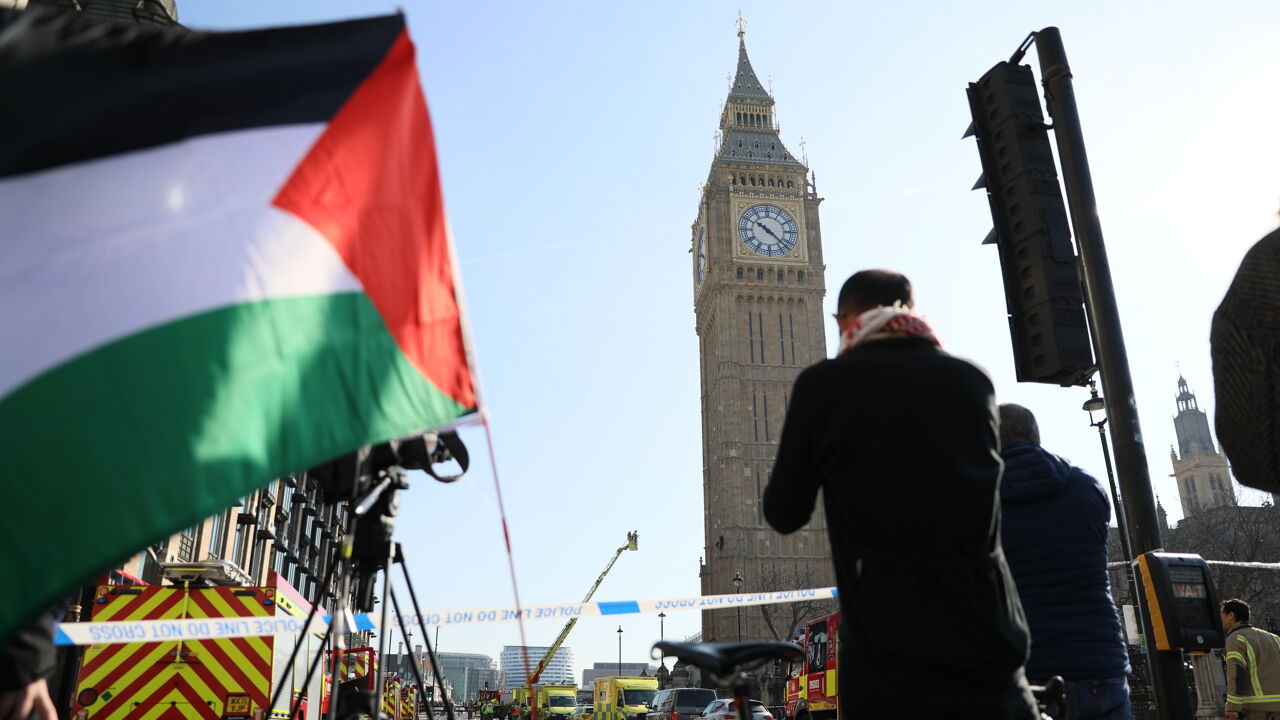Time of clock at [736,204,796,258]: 10:22
